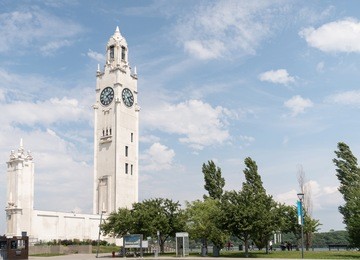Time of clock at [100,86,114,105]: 2:23
